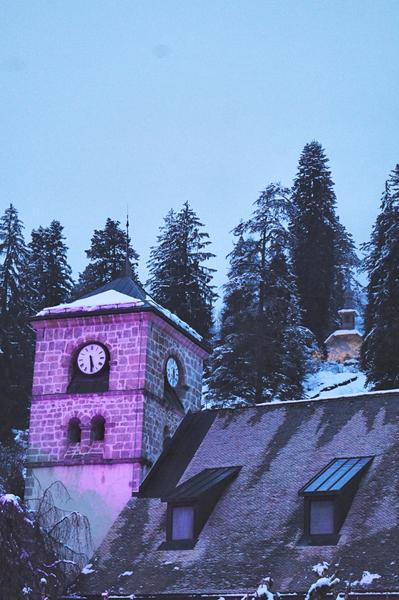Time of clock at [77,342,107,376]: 5:29
